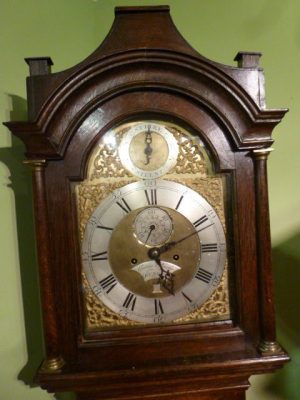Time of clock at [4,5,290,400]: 5:11
